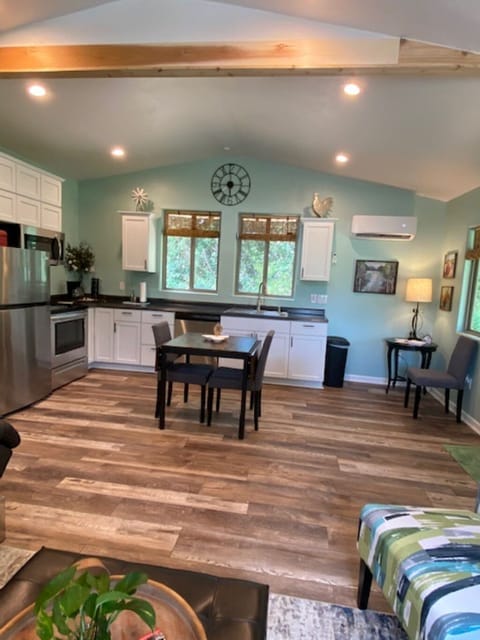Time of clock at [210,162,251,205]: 5:59
